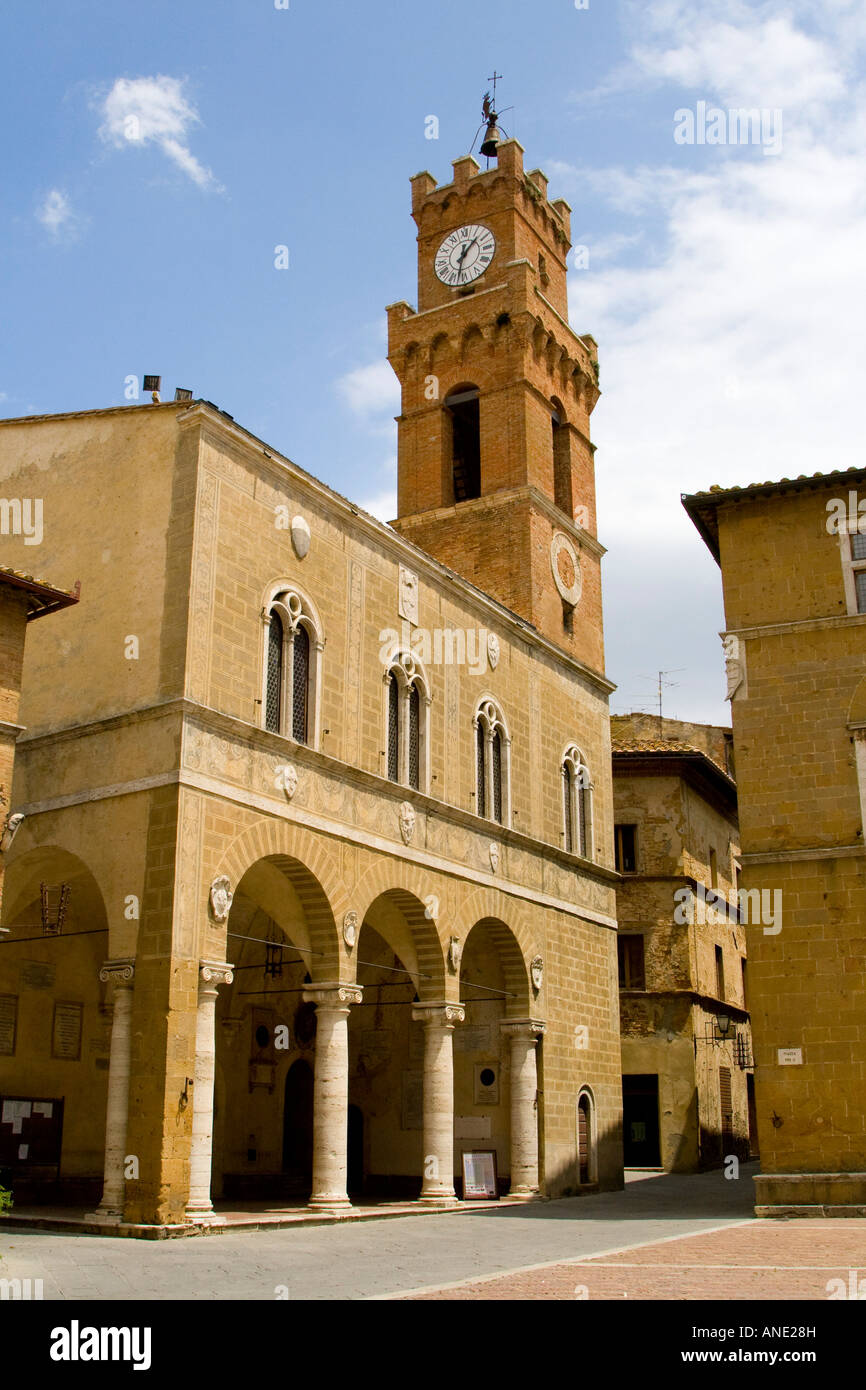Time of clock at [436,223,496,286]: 1:32
